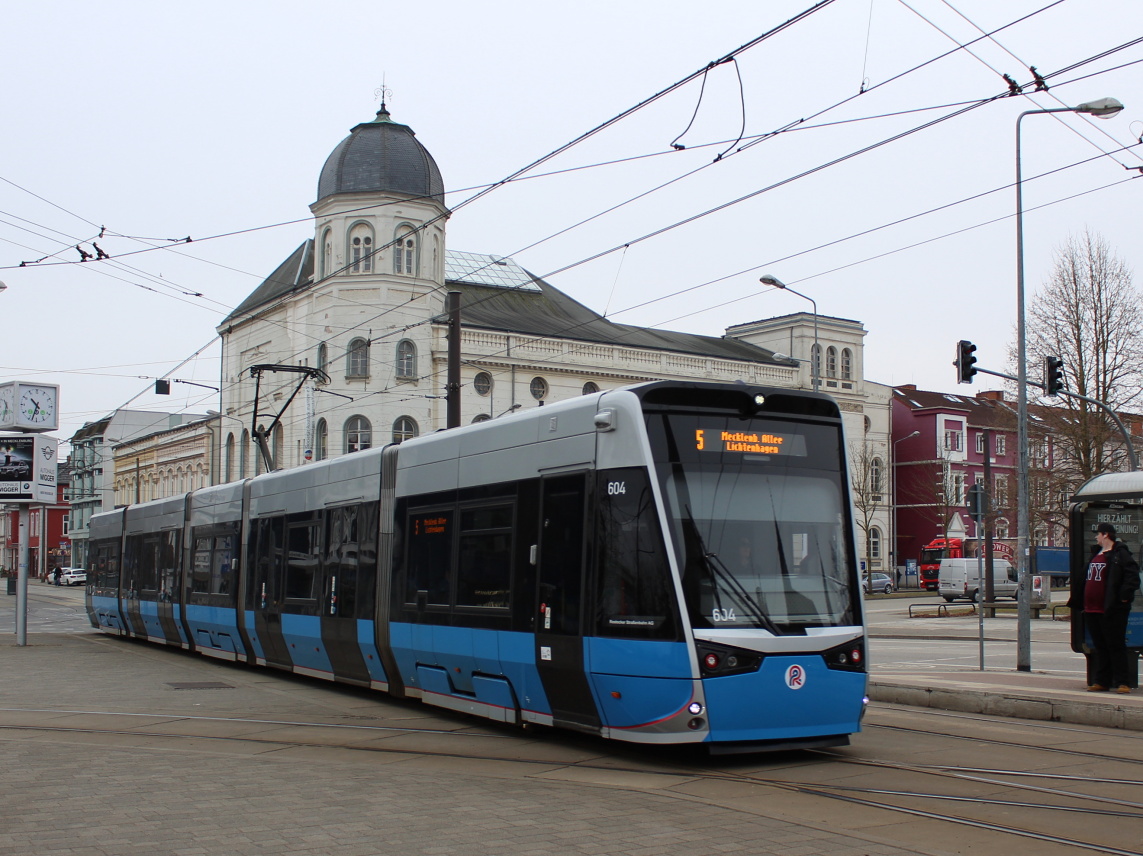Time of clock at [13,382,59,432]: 10:33
